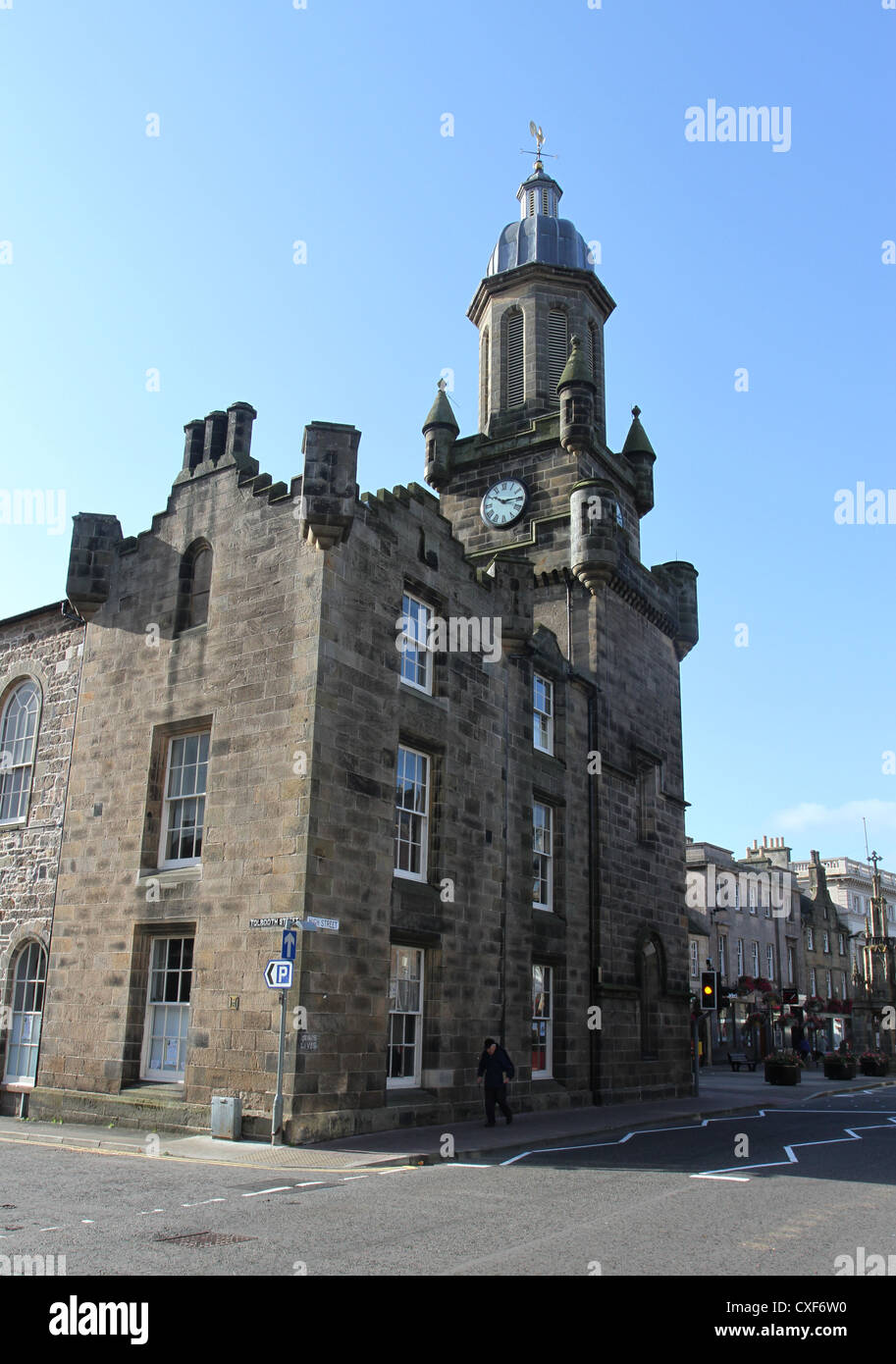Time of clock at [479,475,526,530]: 10:14
